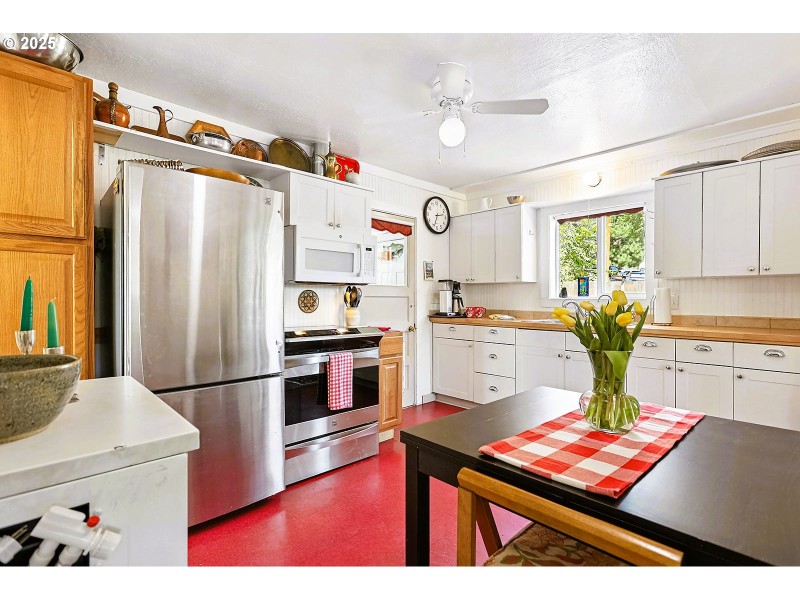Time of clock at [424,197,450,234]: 2:33
